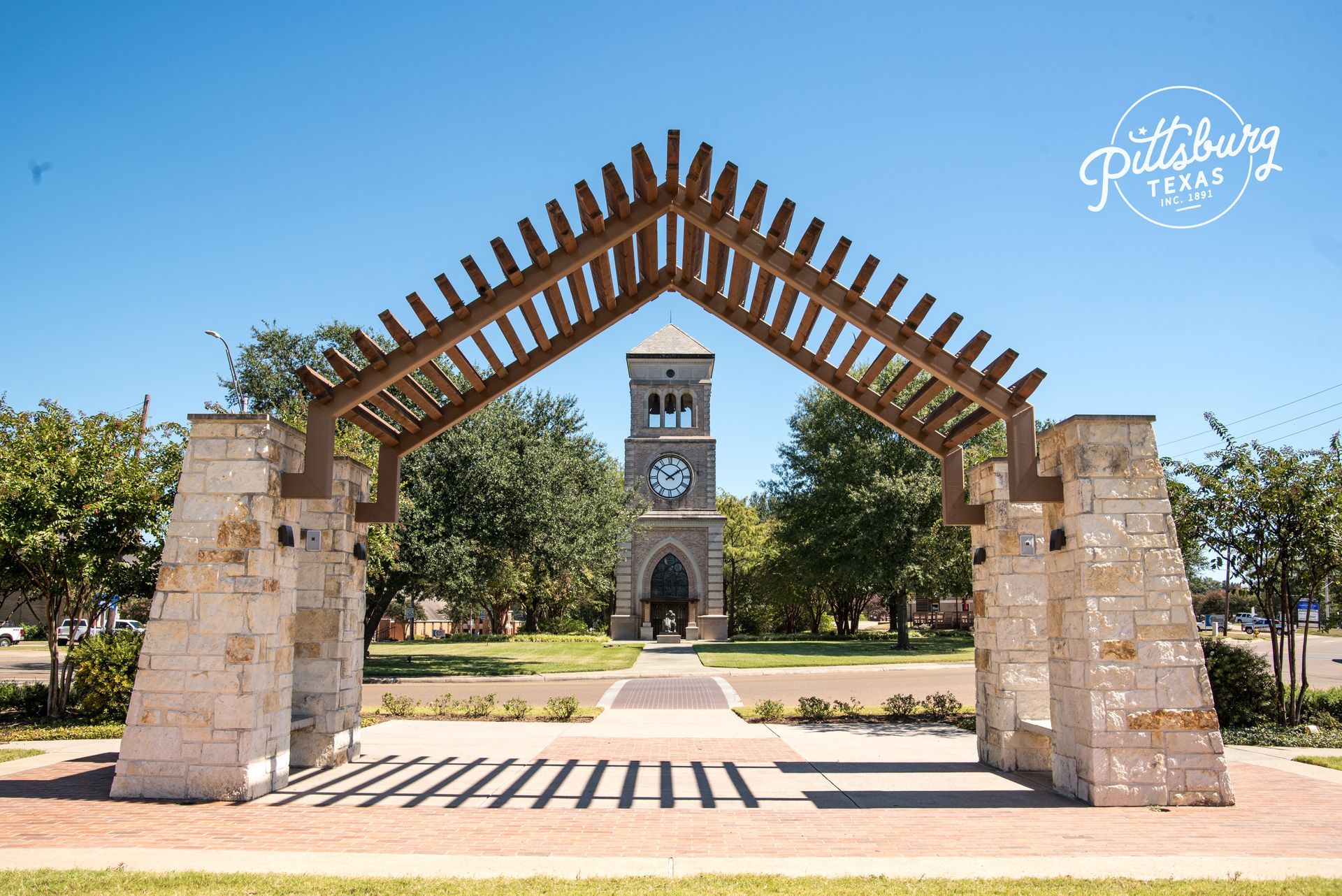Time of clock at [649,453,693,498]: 1:50
